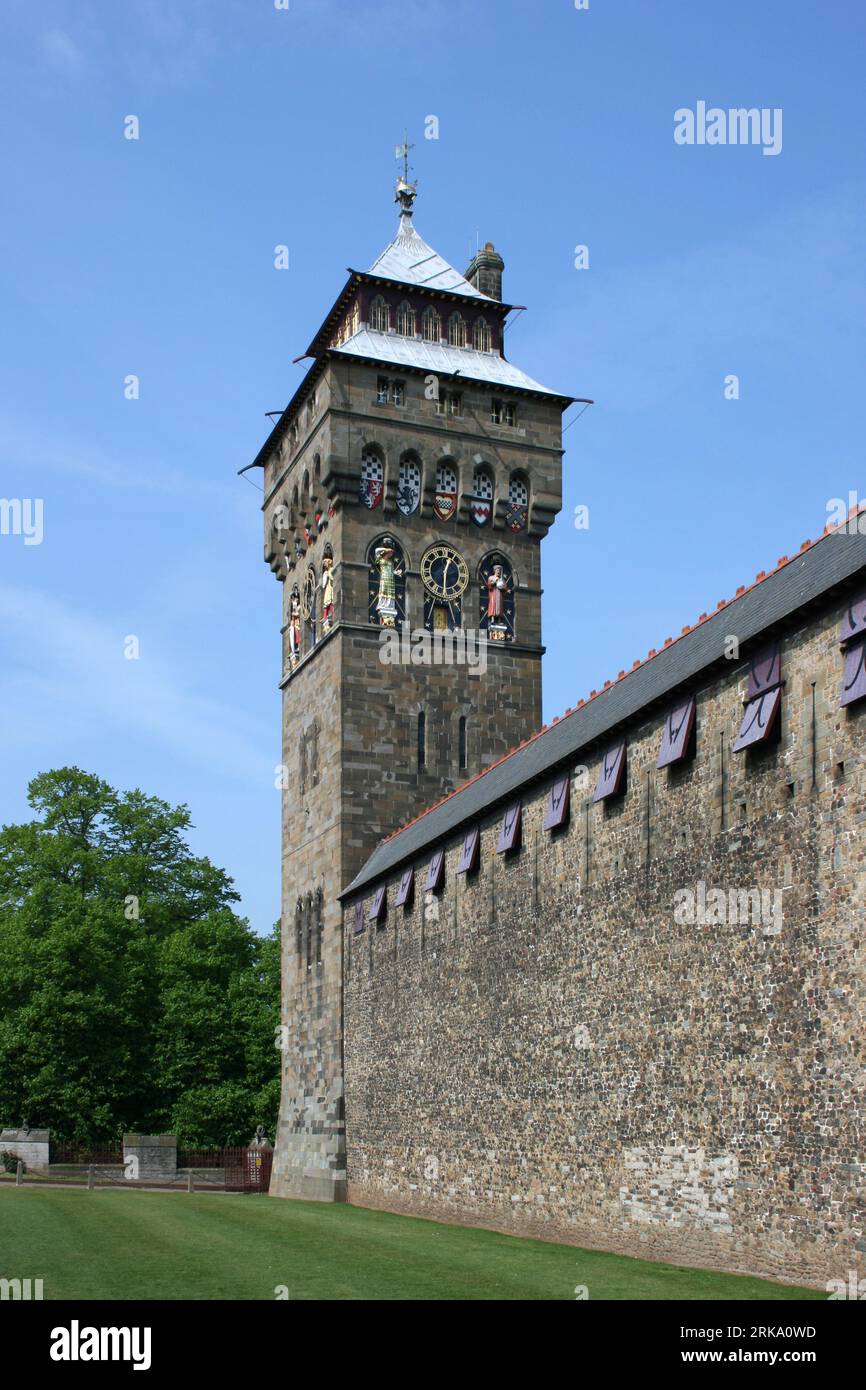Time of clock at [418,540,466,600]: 12:30
